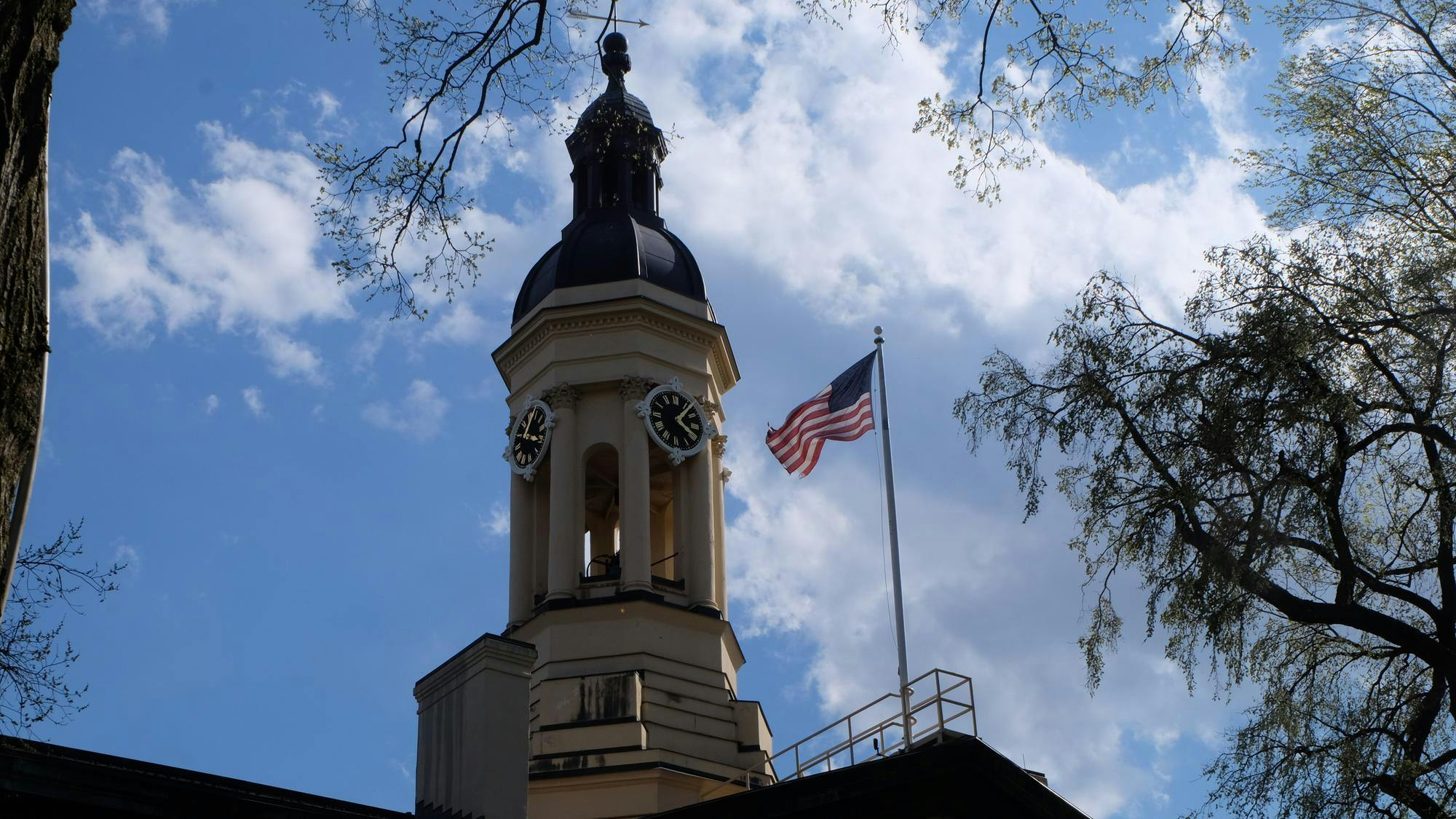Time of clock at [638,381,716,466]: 4:06
